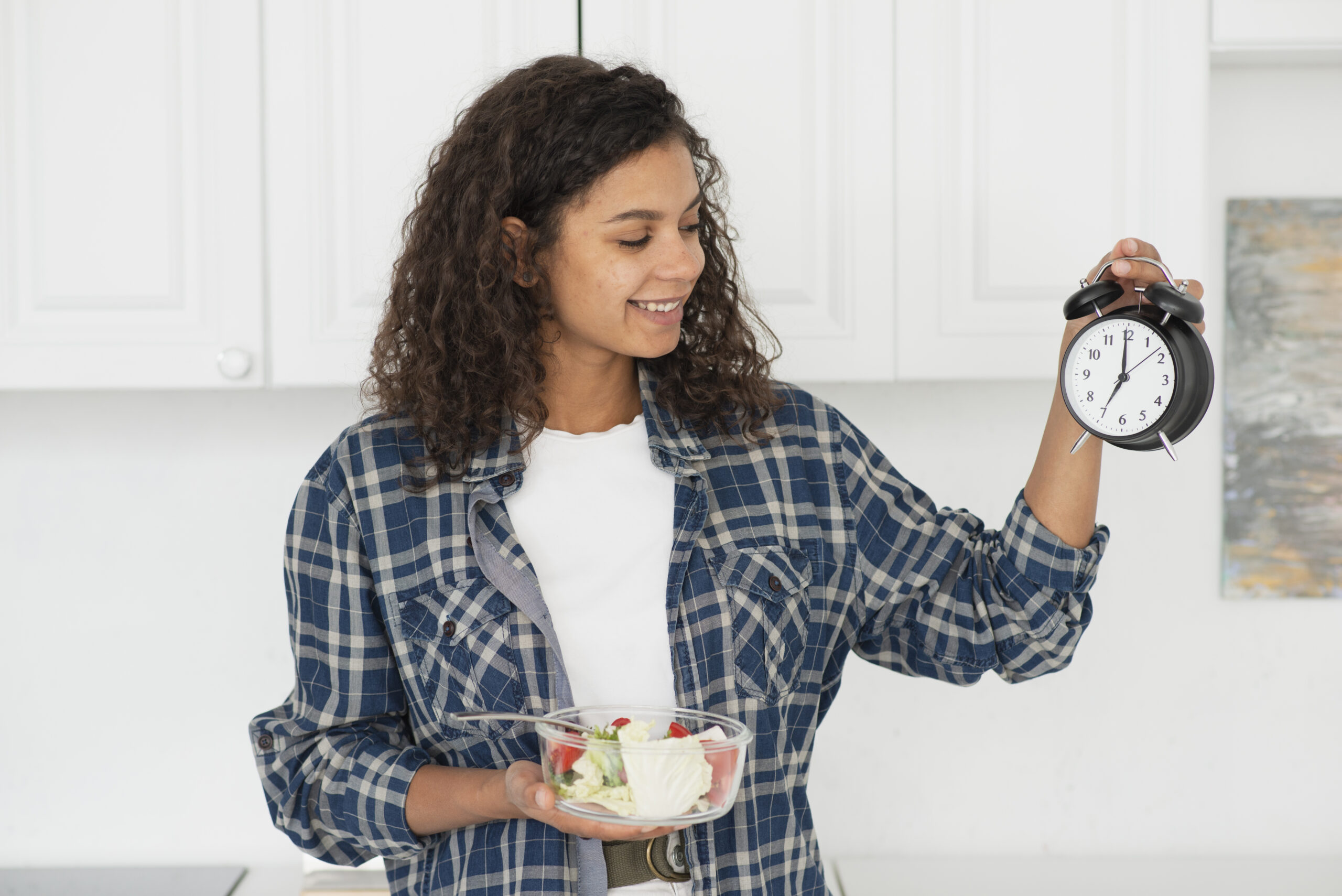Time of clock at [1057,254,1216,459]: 6:59
